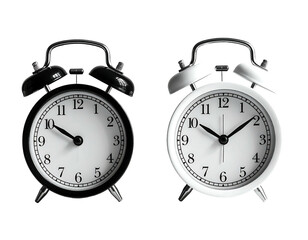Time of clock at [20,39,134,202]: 9:50
